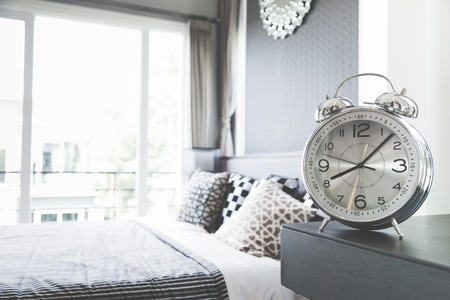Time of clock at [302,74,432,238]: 8:07
